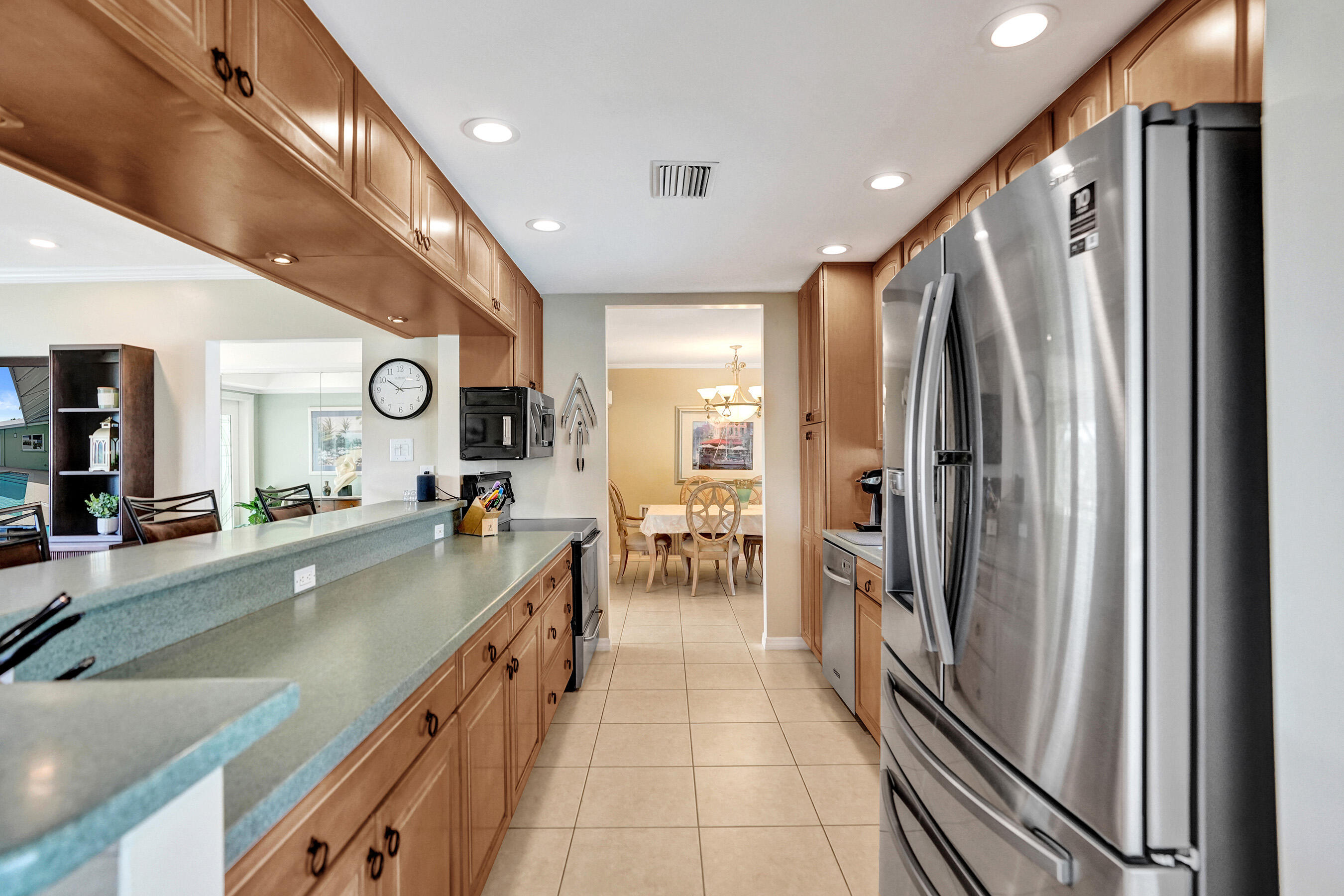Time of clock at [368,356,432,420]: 10:14
